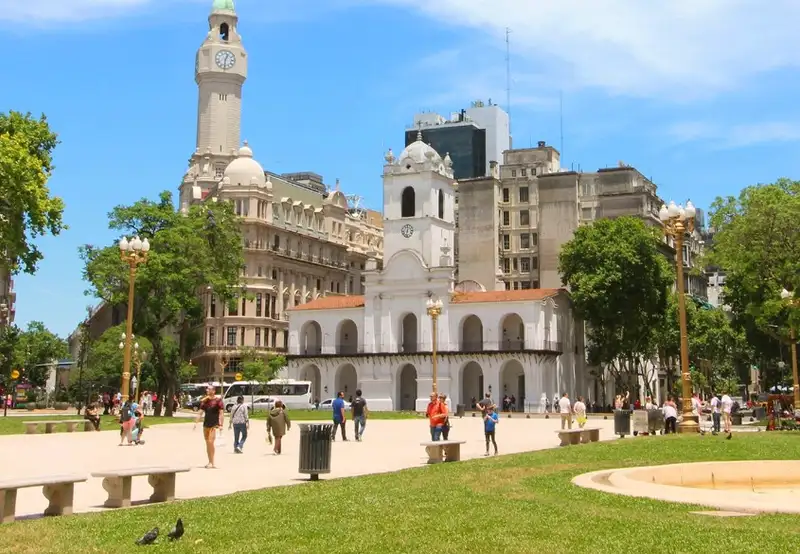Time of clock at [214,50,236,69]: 12:30
